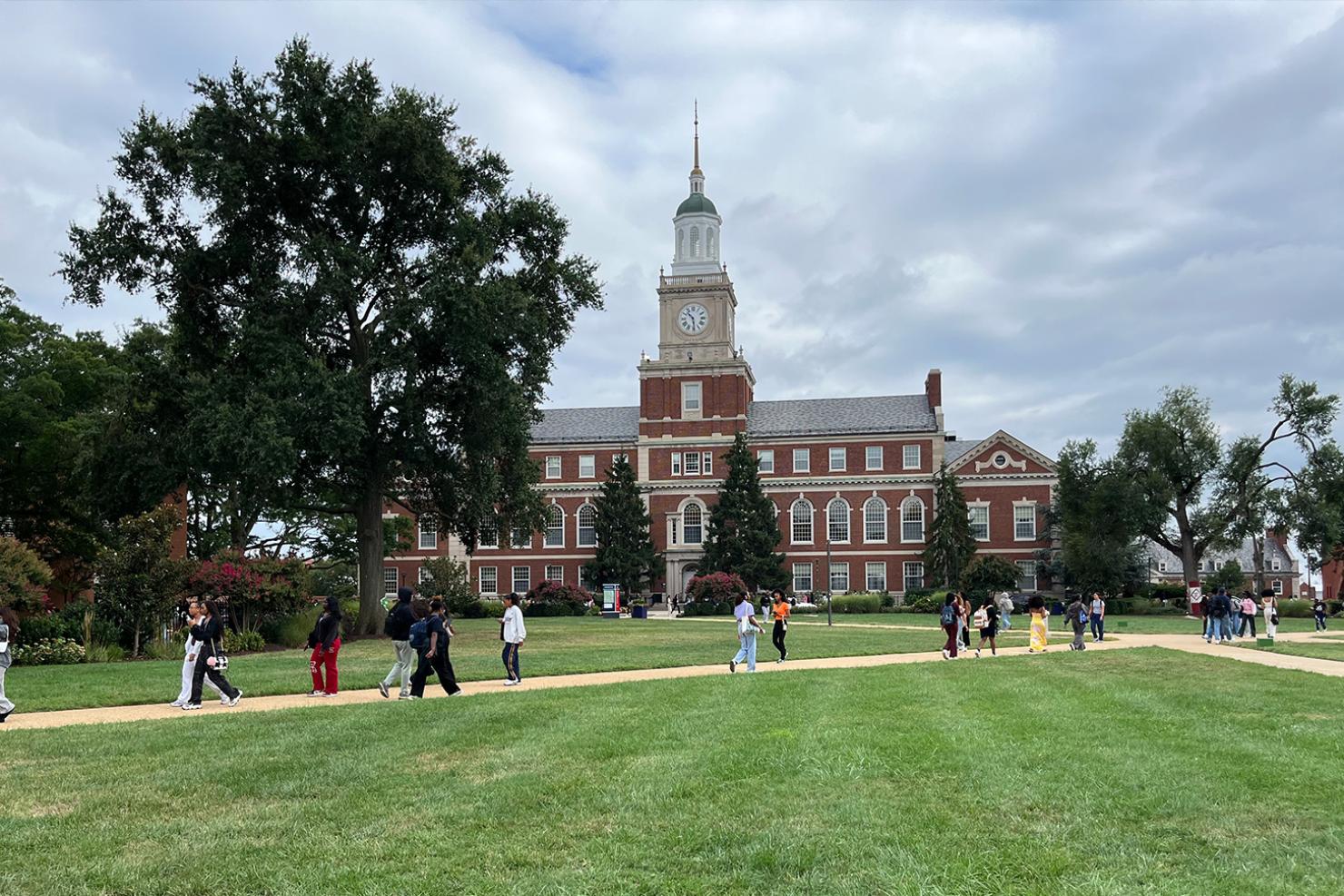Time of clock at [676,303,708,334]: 10:28
